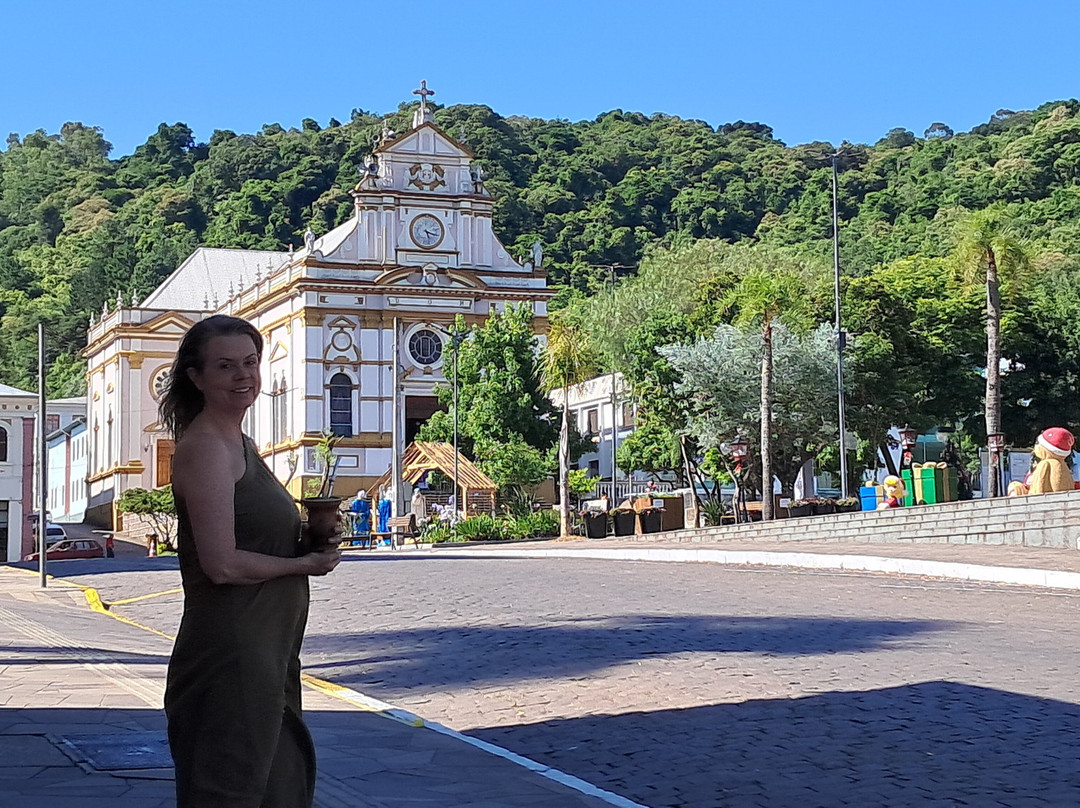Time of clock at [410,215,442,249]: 5:18
